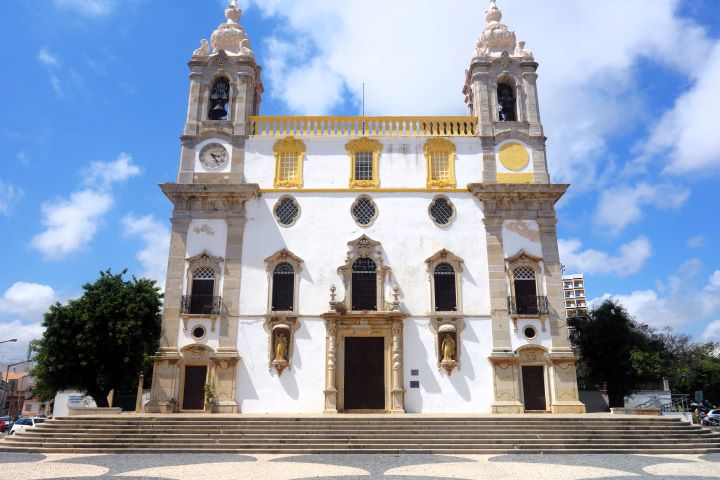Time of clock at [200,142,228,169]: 3:24
